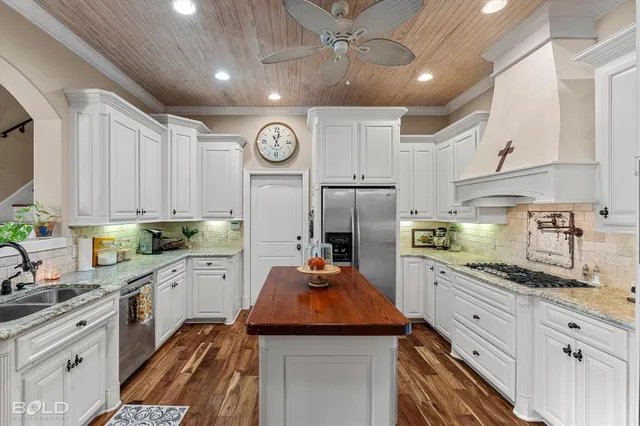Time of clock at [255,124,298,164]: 11:02
